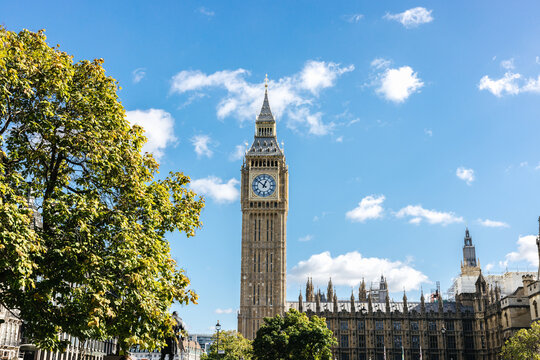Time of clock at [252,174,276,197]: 12:51
